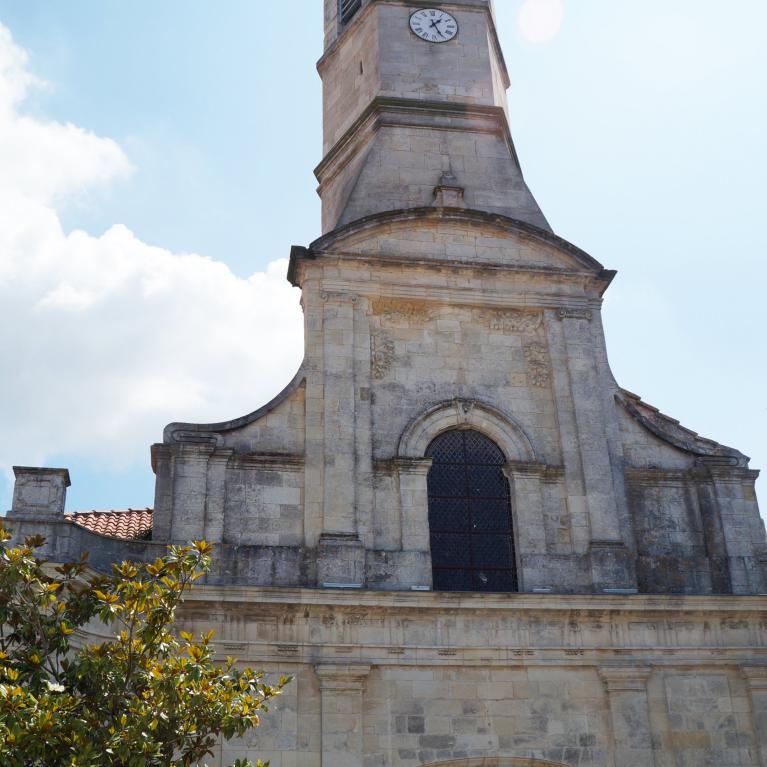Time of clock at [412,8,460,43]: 1:26
